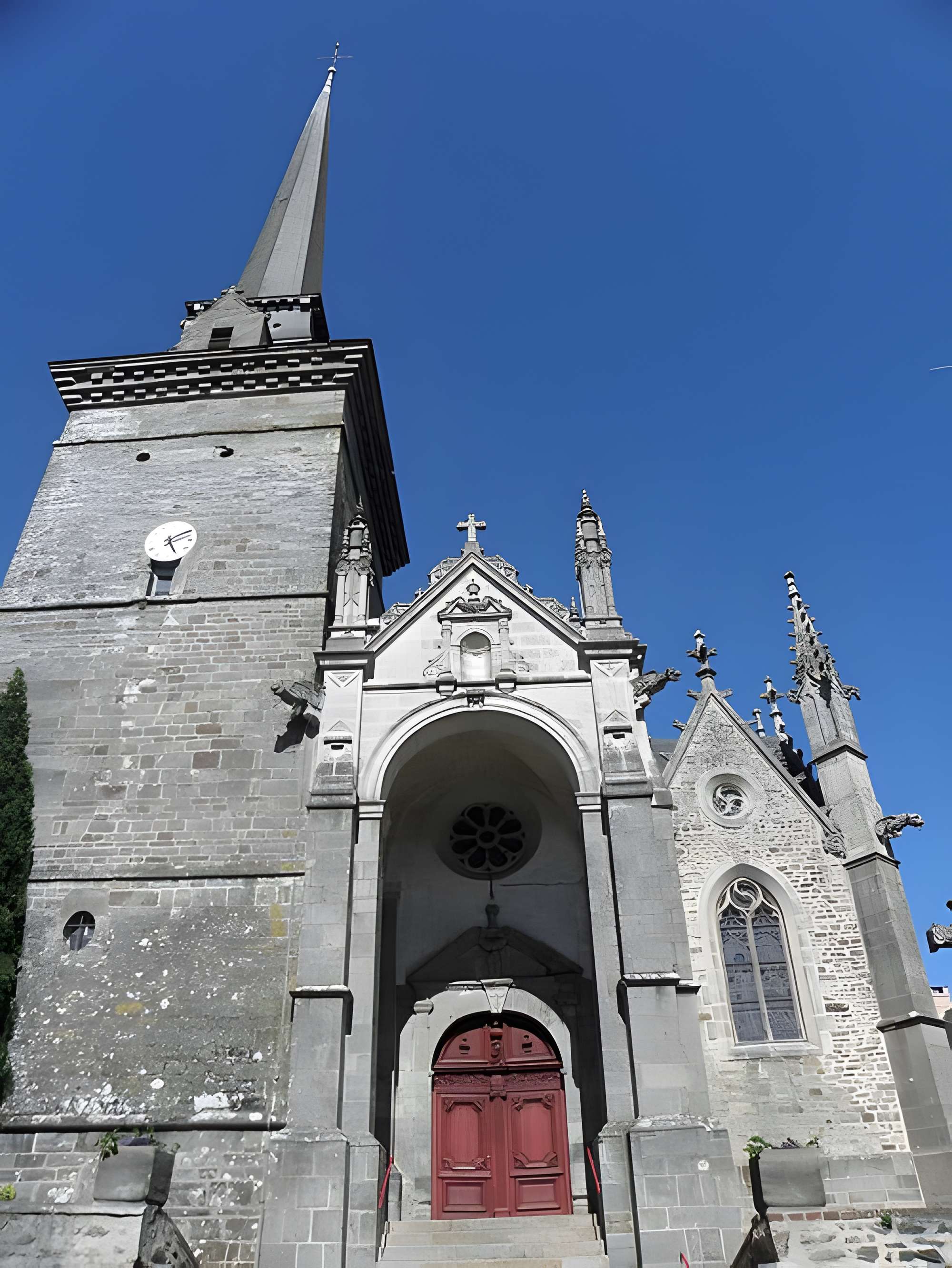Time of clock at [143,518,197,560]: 5:09
